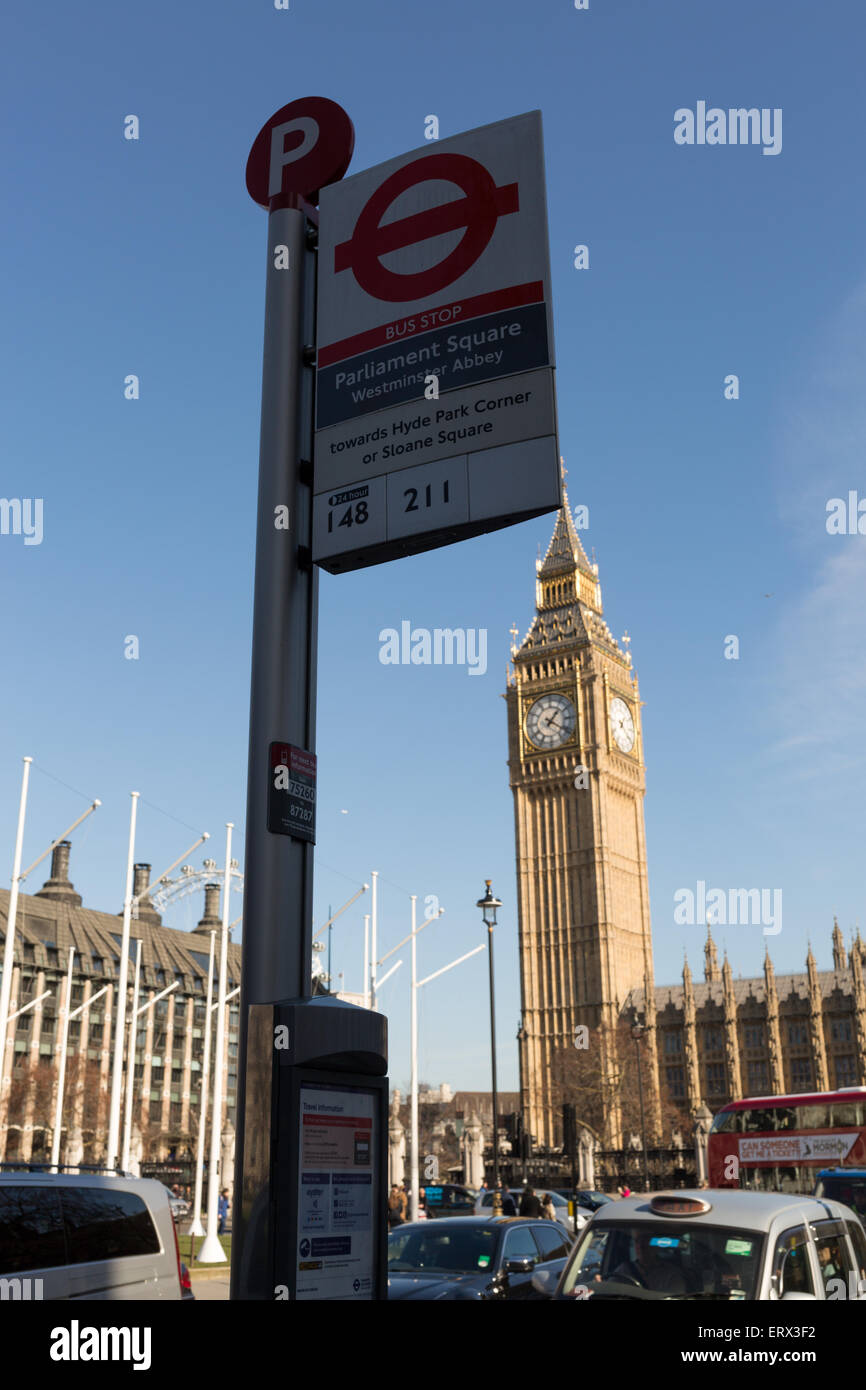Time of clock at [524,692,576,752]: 1:20
